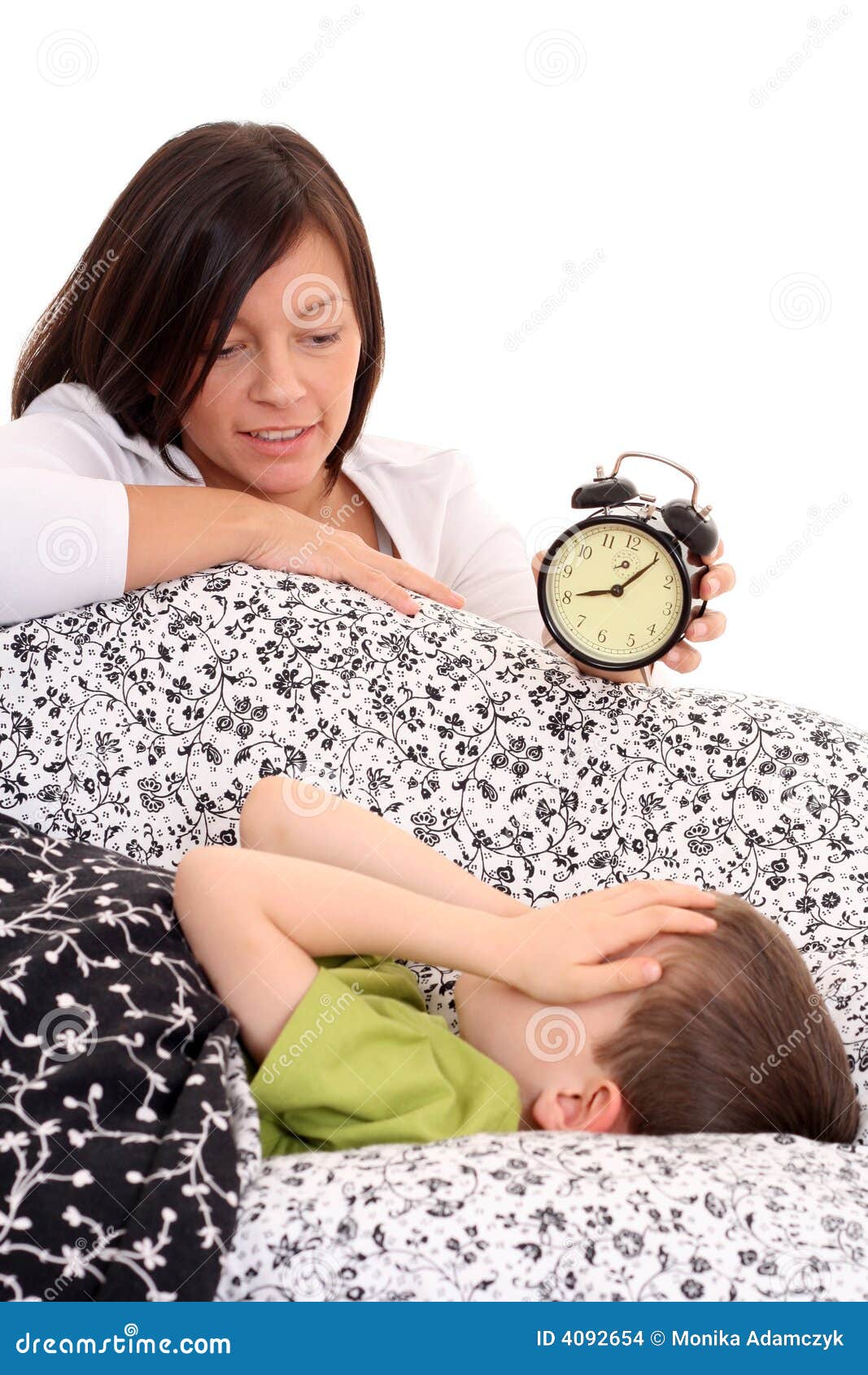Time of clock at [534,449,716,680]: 8:06
